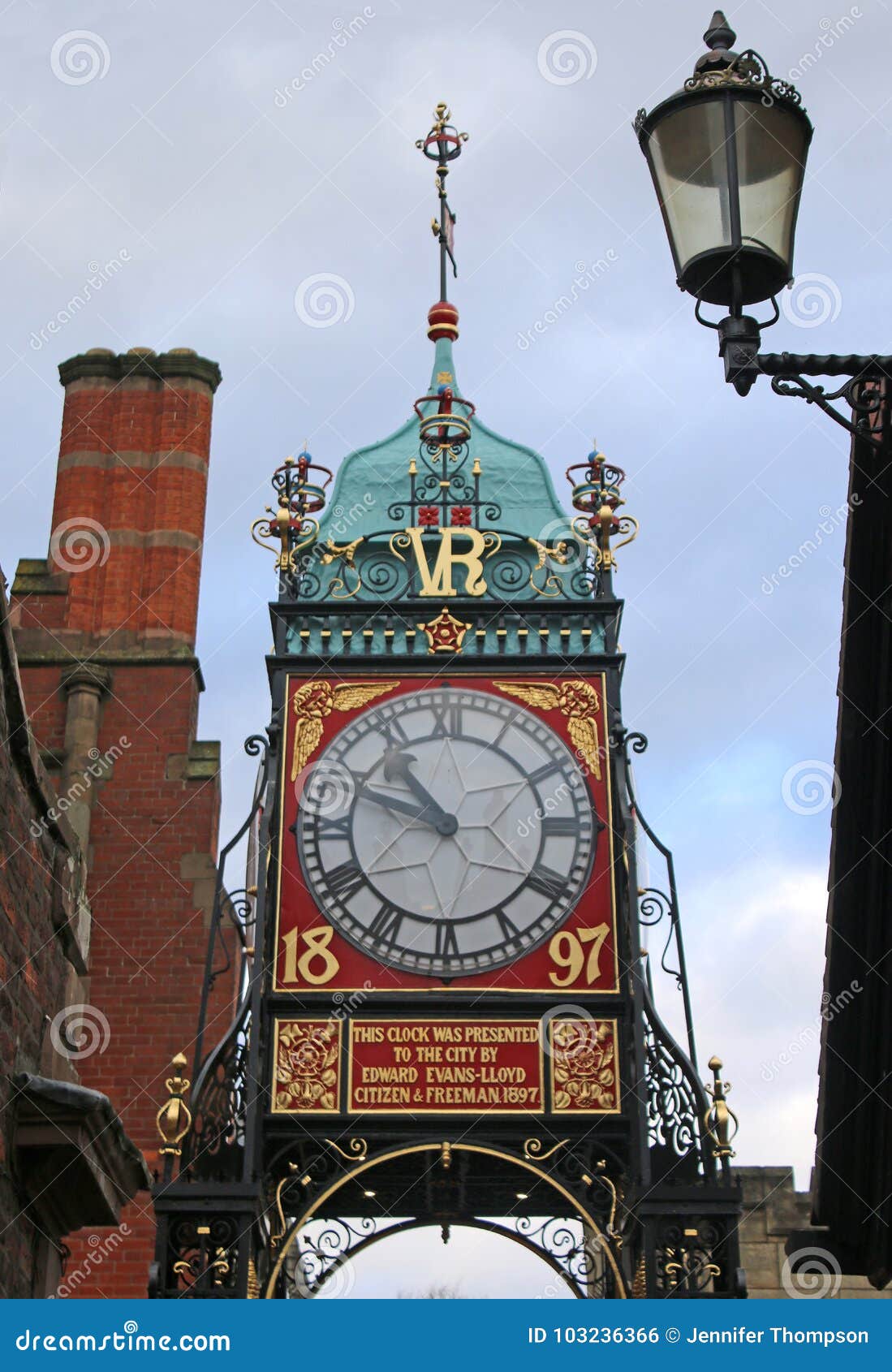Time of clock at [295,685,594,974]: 10:48
